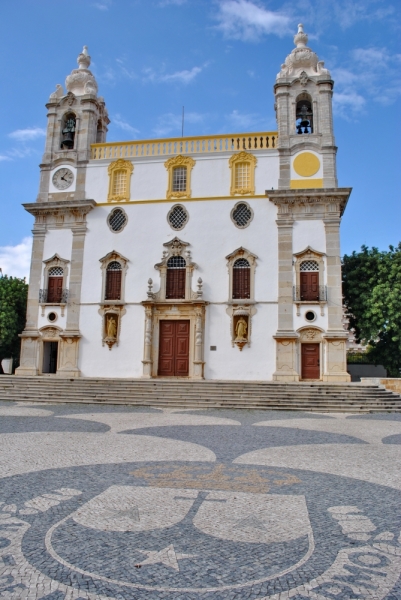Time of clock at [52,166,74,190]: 4:06
